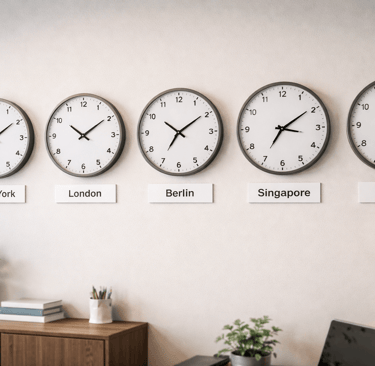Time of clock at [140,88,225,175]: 10:09
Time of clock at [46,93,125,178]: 10:09
